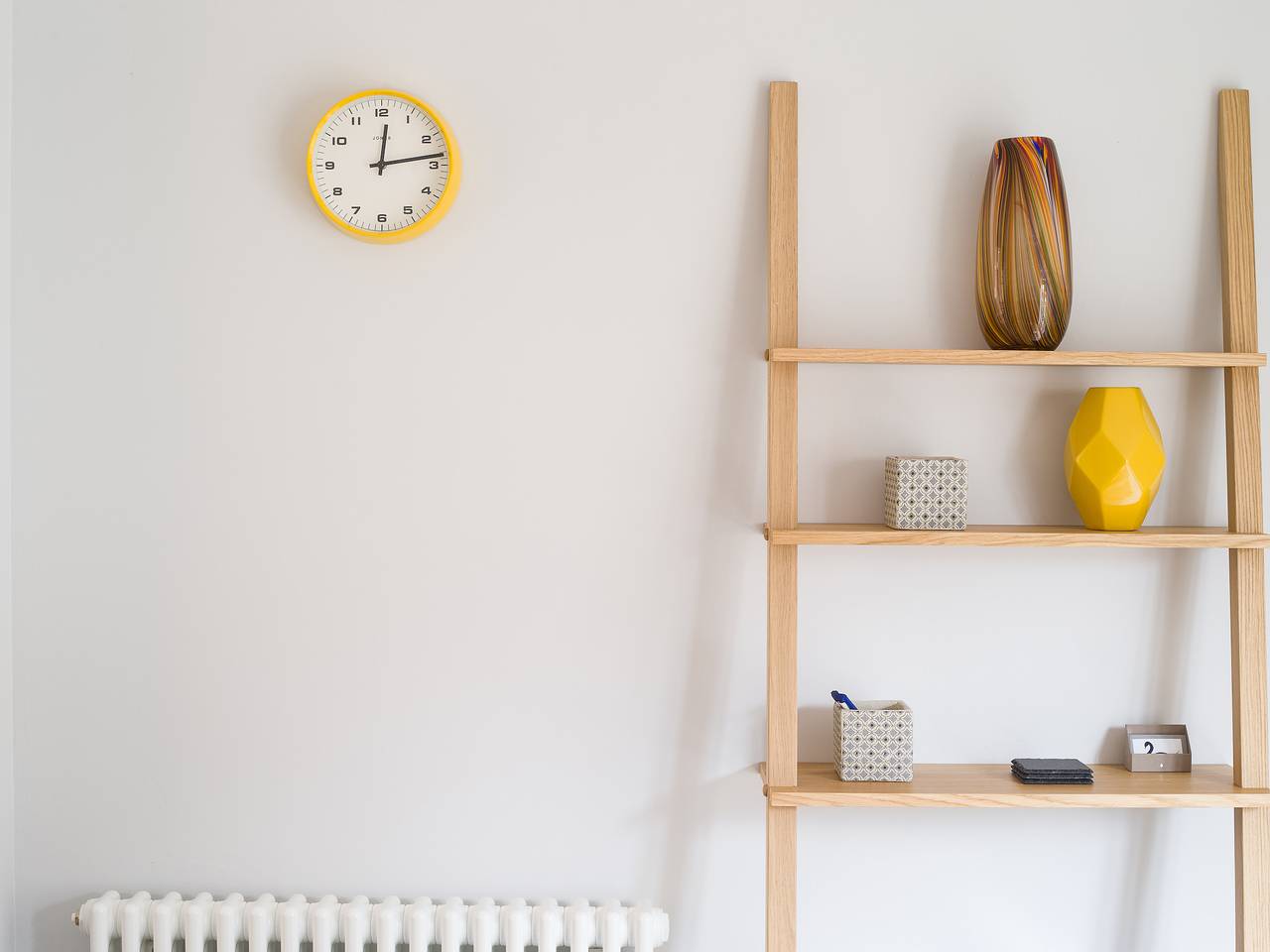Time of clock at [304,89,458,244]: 12:13
